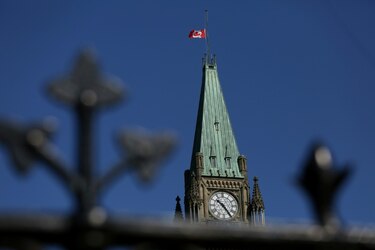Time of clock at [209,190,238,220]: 10:24
